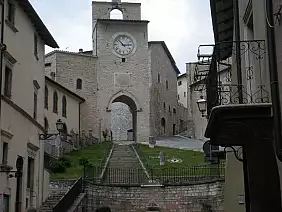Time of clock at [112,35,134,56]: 2:52
